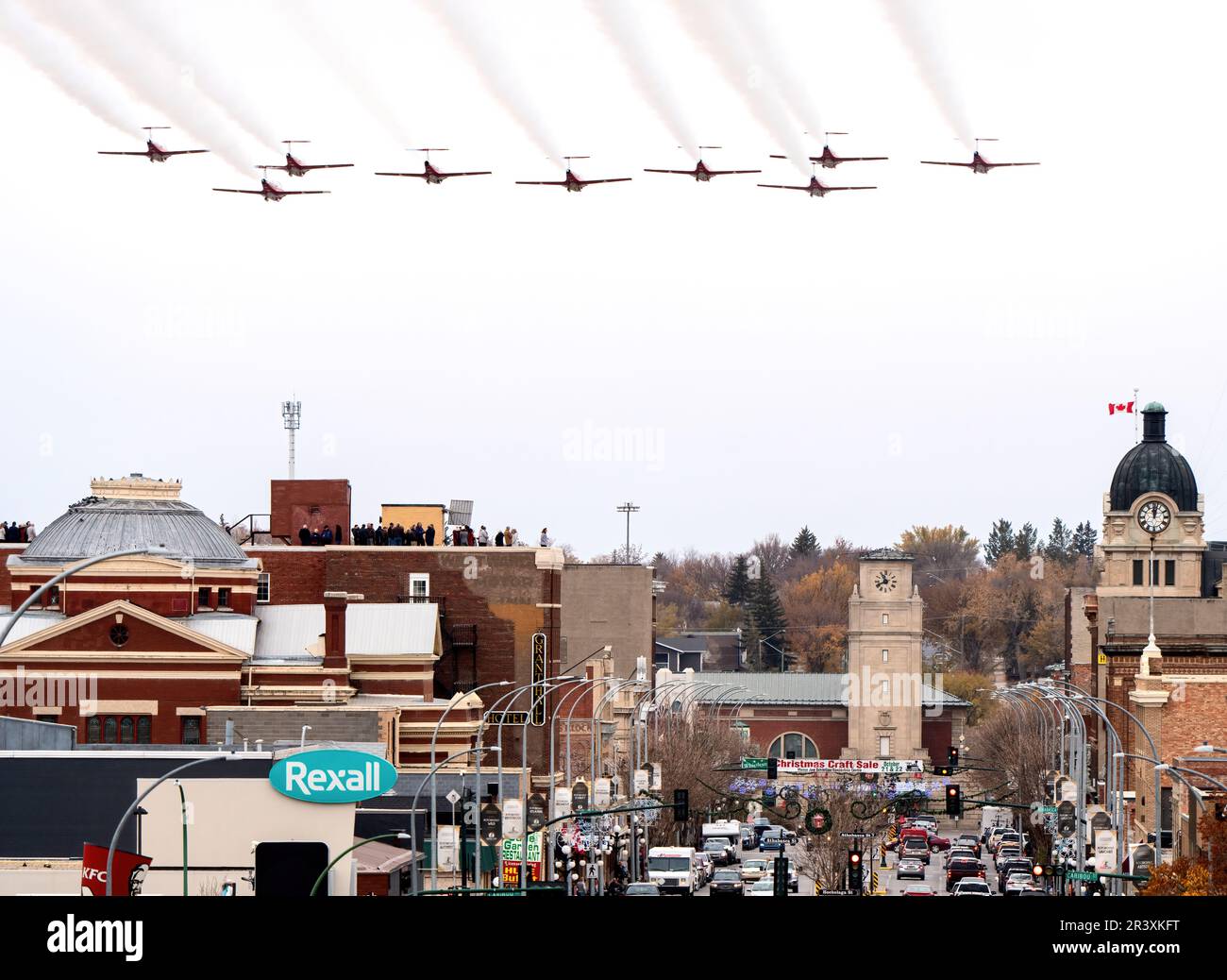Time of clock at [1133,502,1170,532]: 12:02
